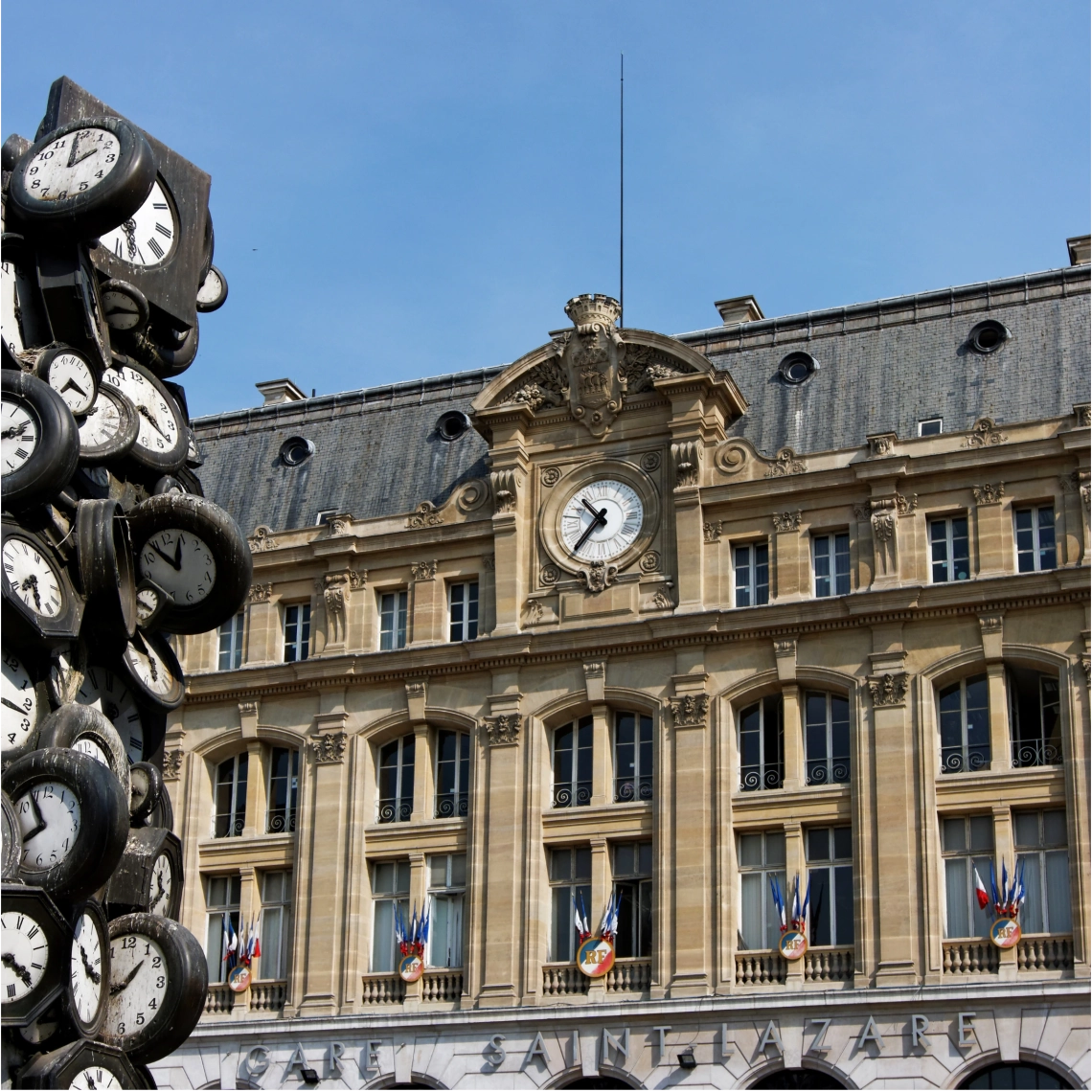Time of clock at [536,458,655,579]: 10:36
